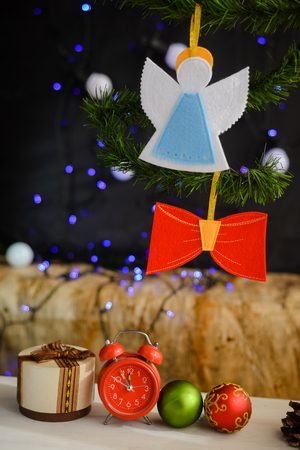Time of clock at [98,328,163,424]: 11:49
